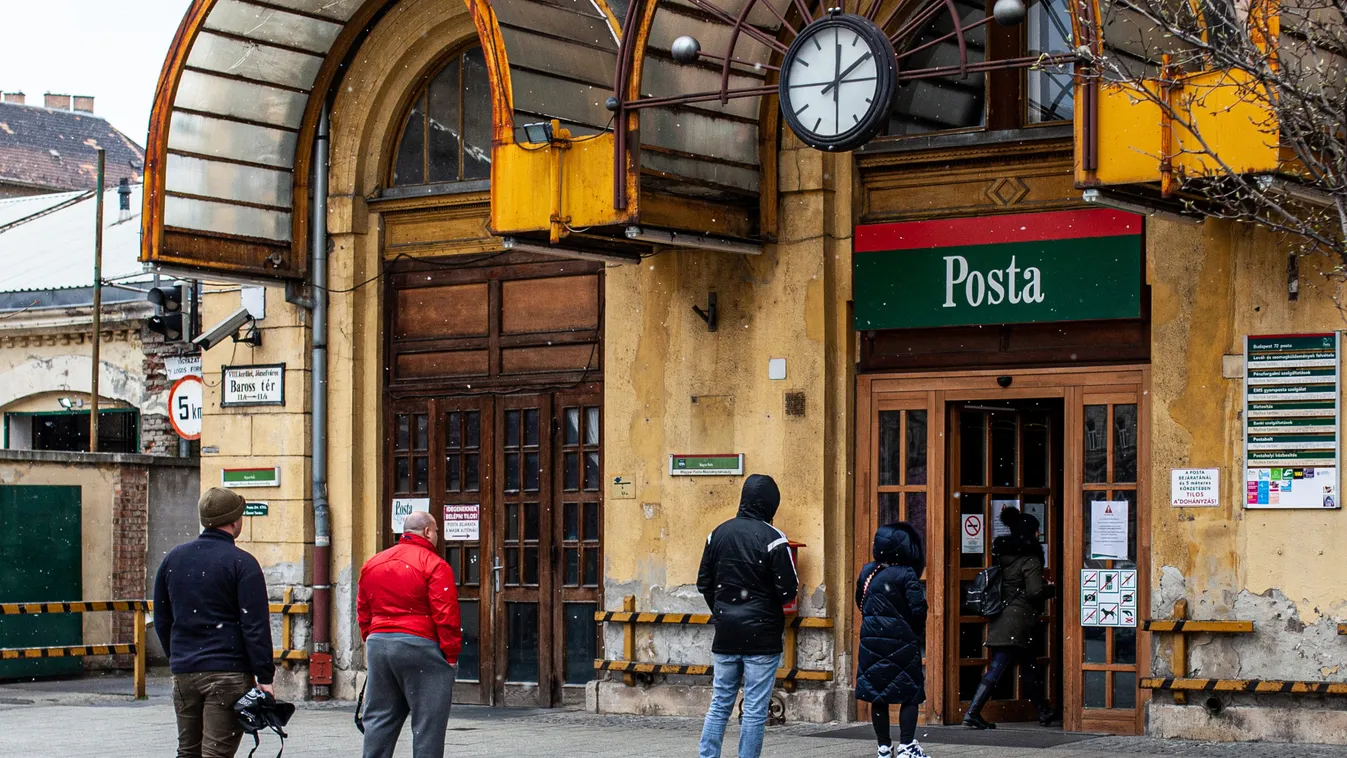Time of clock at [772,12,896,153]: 12:09
